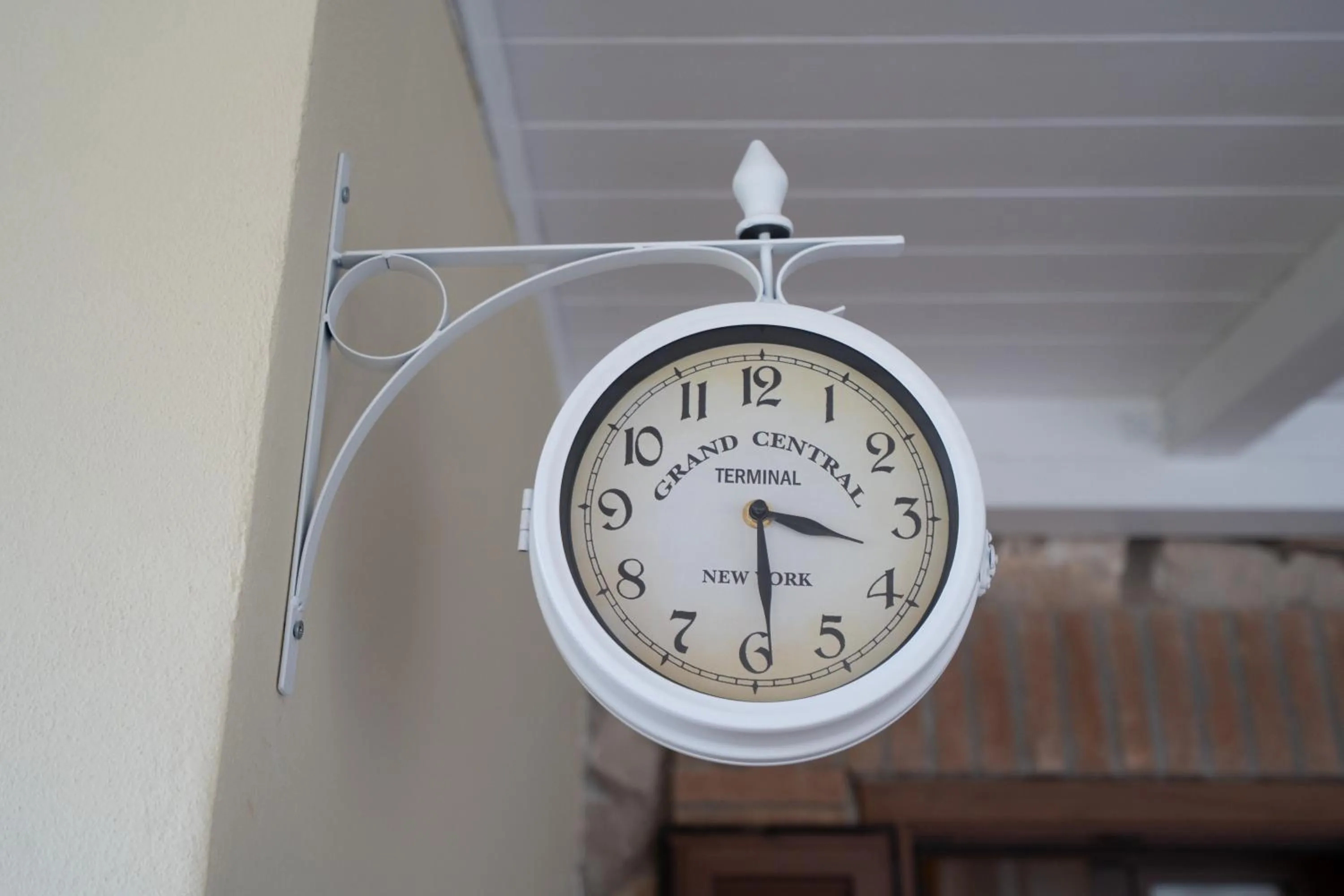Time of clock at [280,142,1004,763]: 3:29
